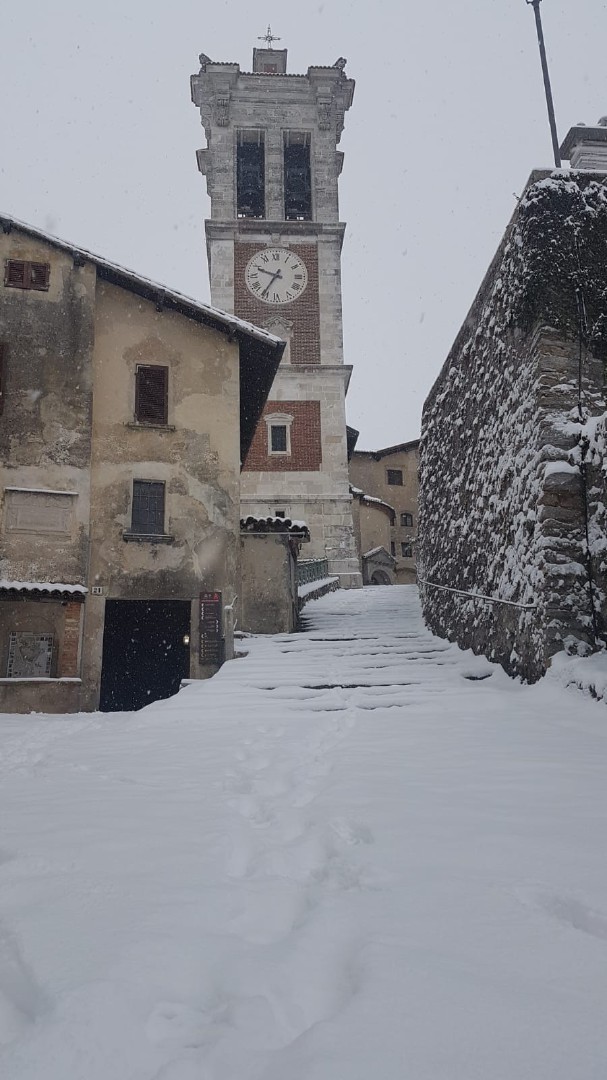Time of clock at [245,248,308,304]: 9:35
